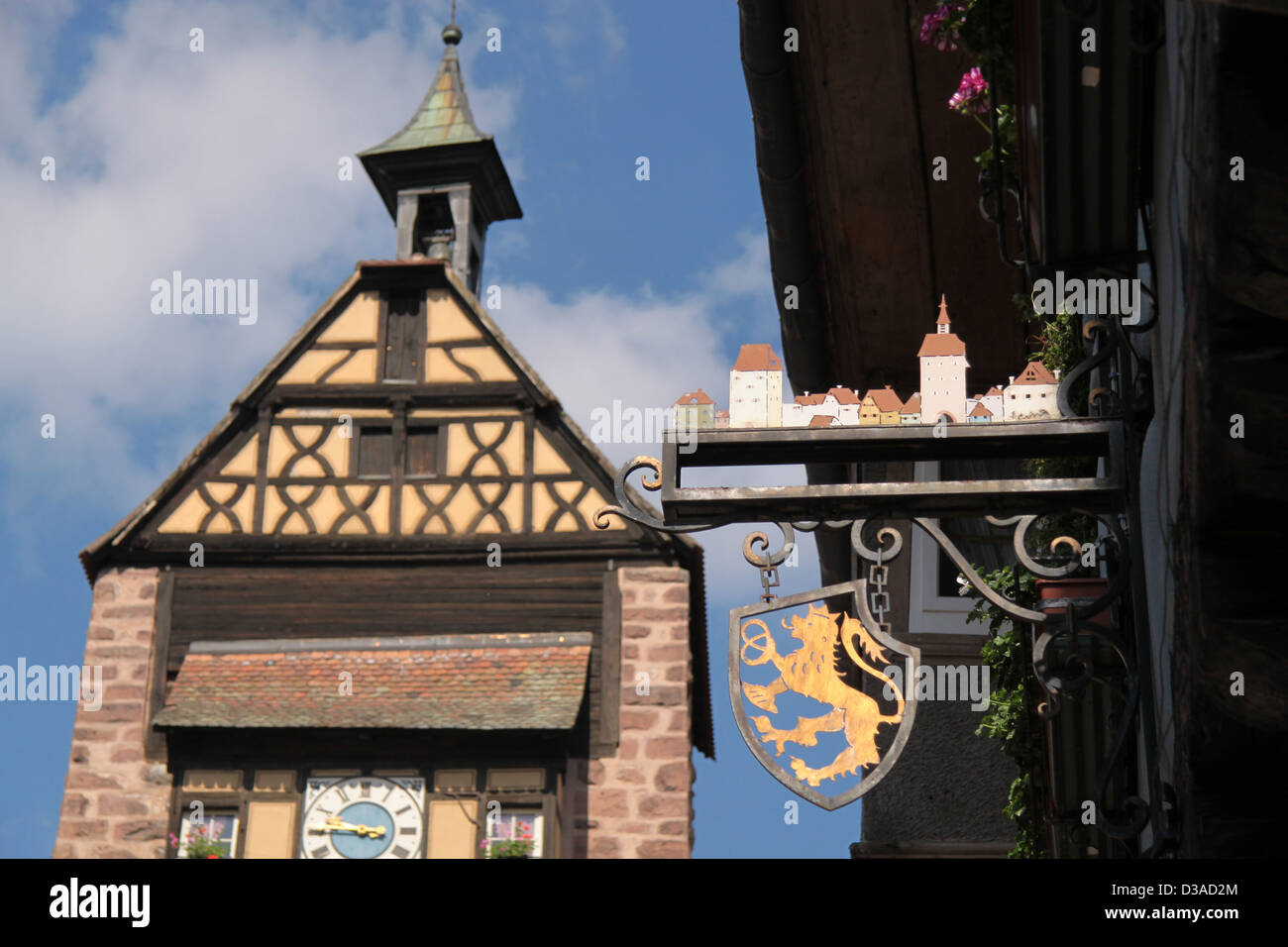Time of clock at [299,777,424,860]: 9:45
